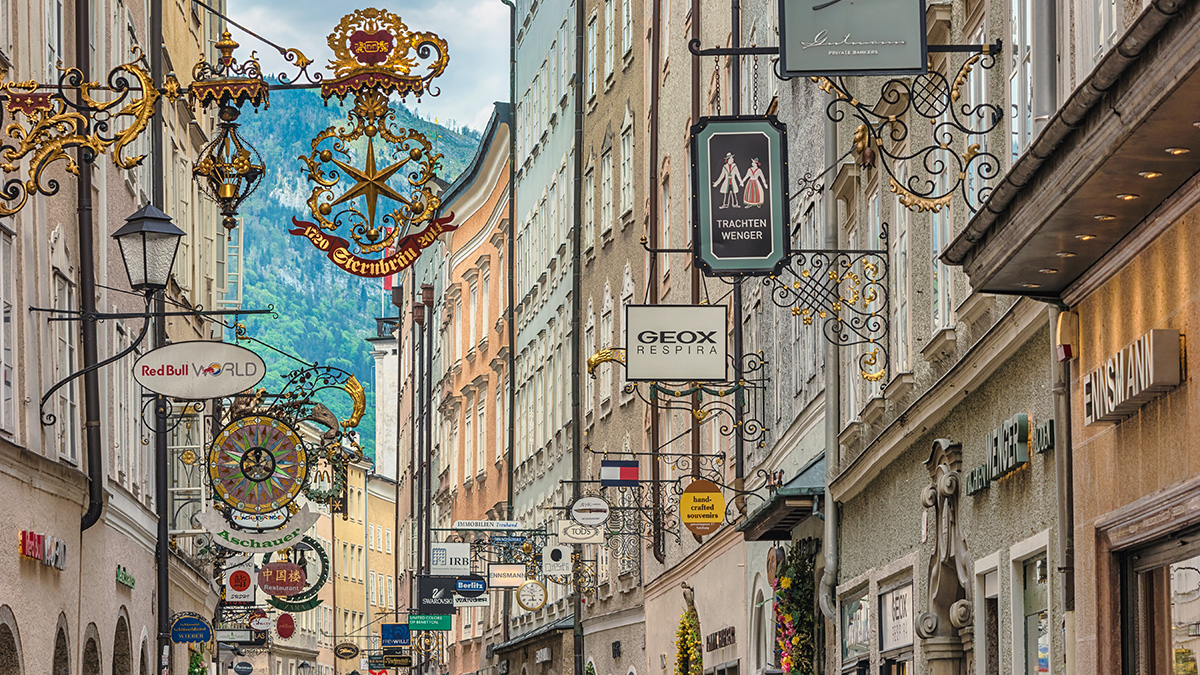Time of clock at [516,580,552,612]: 5:45
